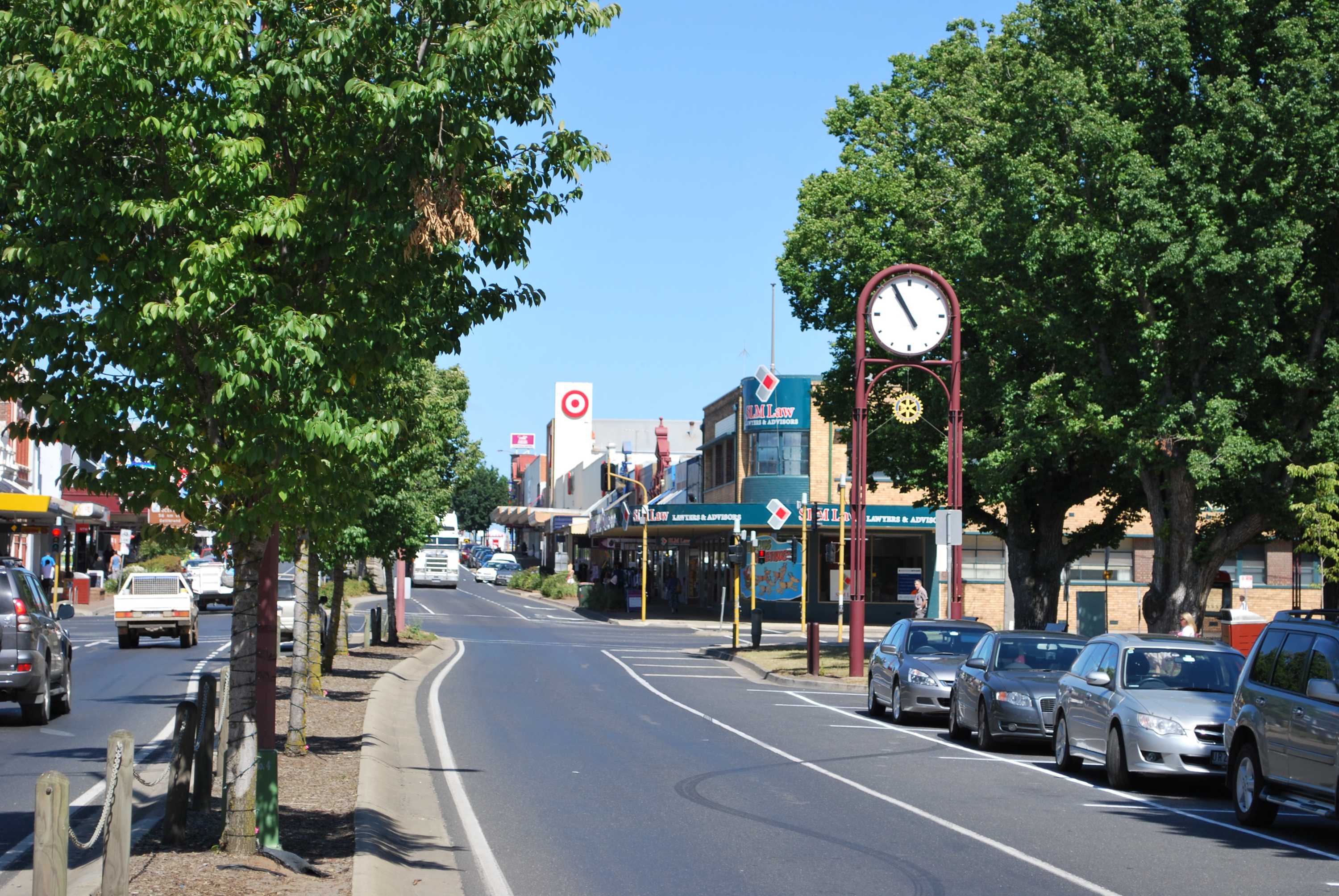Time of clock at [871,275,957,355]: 10:55
